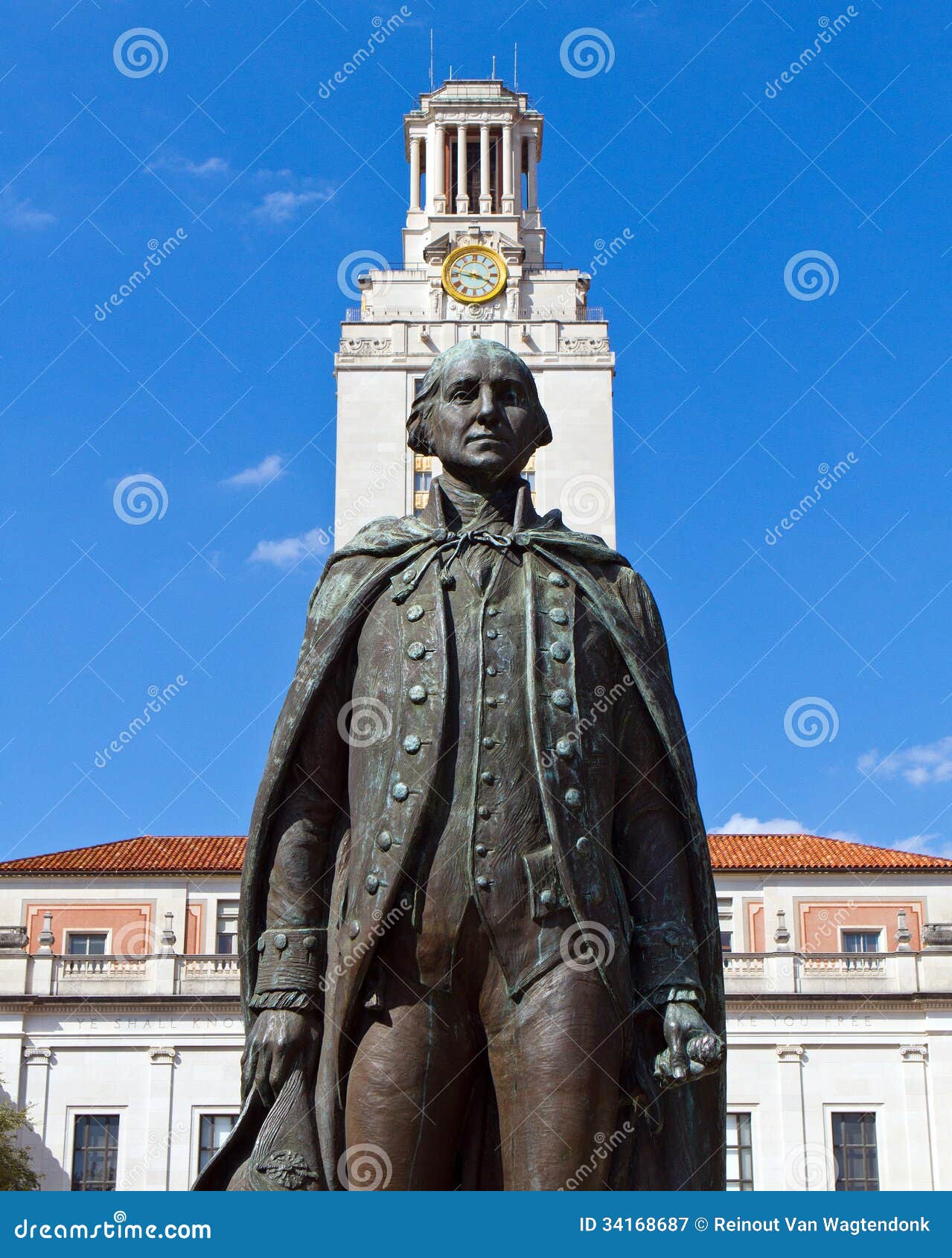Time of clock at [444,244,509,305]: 3:46
